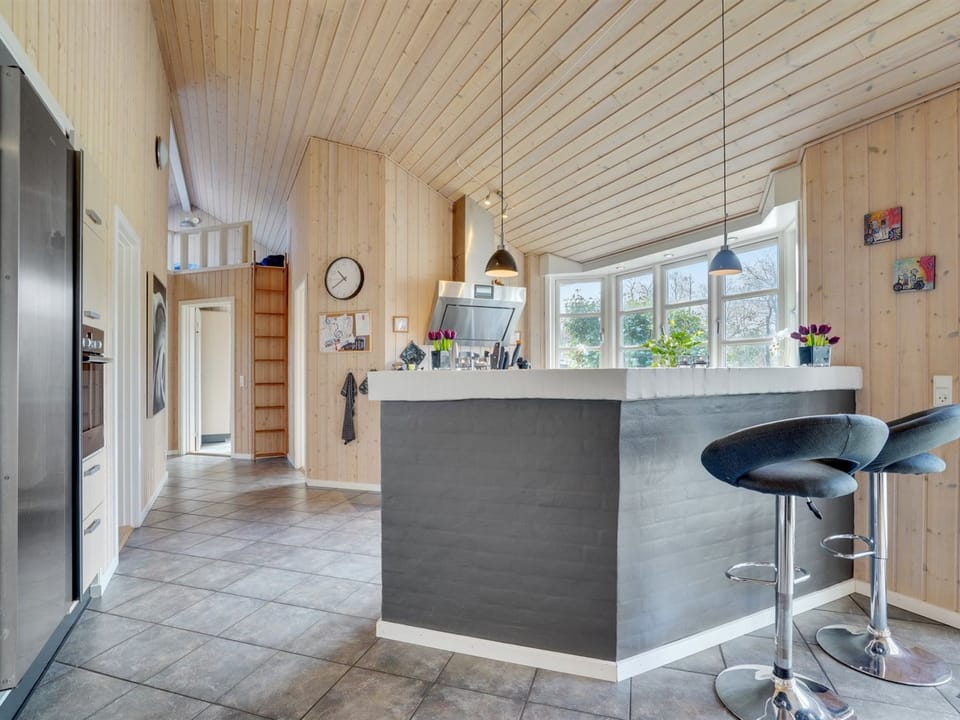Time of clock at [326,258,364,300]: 10:39
